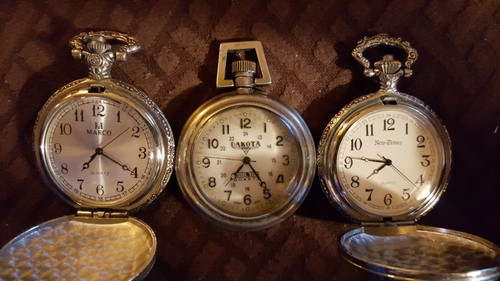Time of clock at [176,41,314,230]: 7:24
